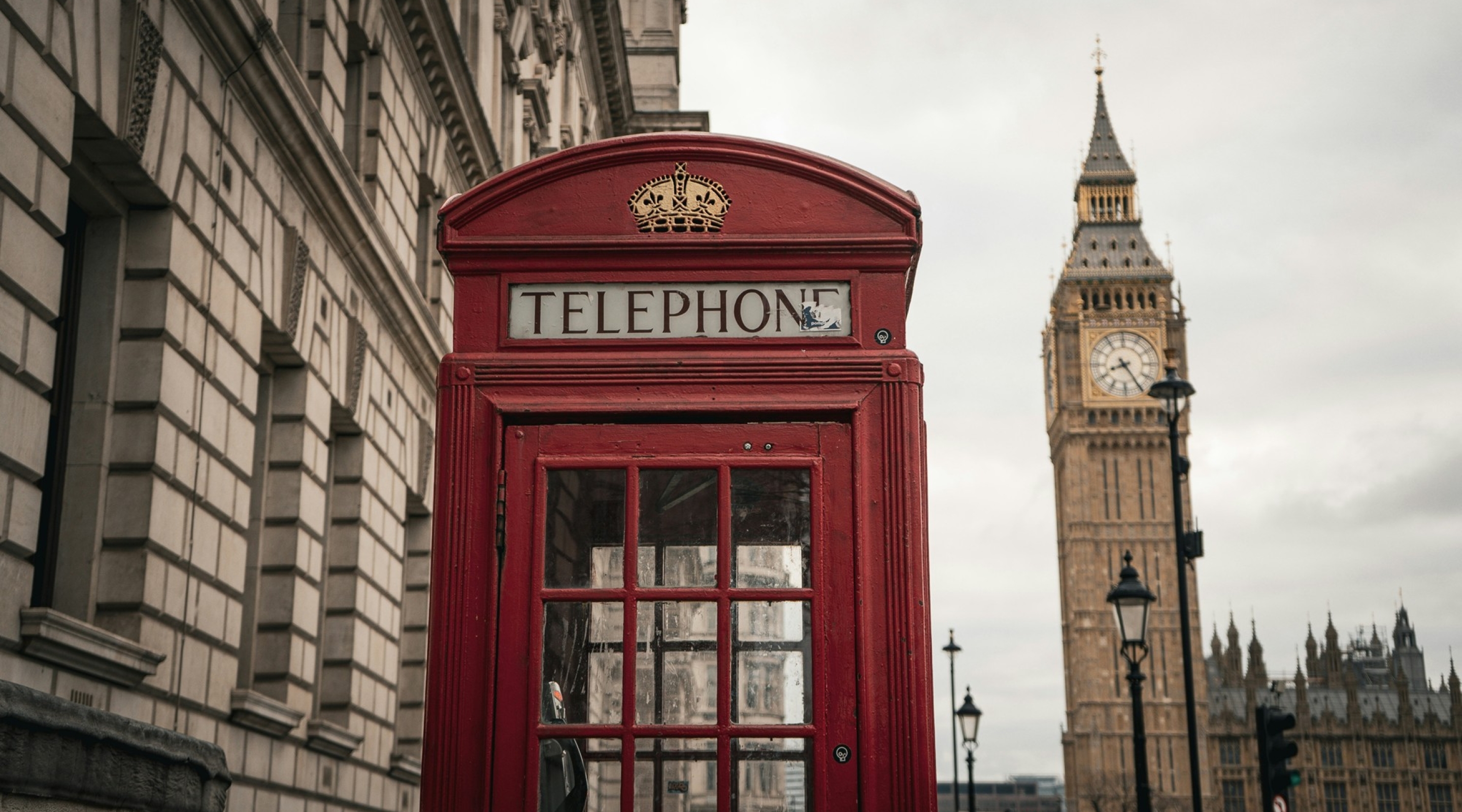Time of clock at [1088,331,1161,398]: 8:24
